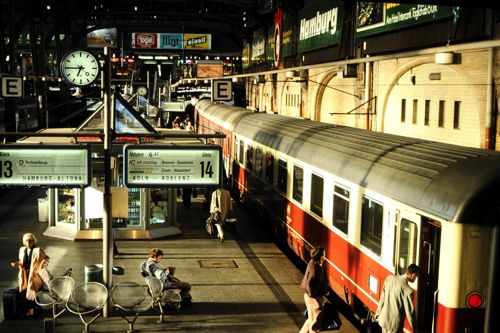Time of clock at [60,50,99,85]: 6:45
